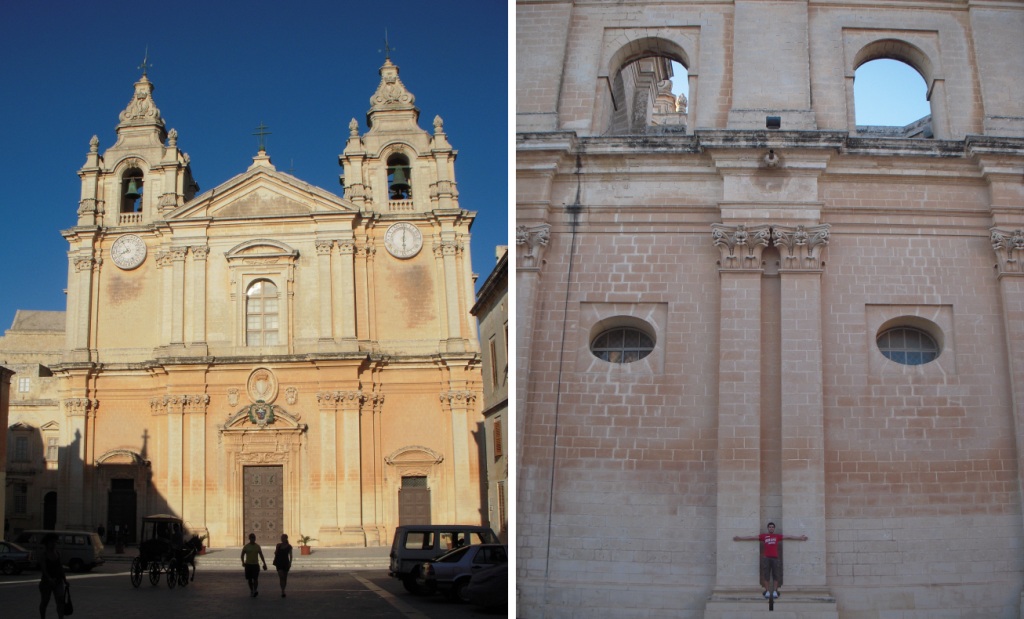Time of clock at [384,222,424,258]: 6:01
